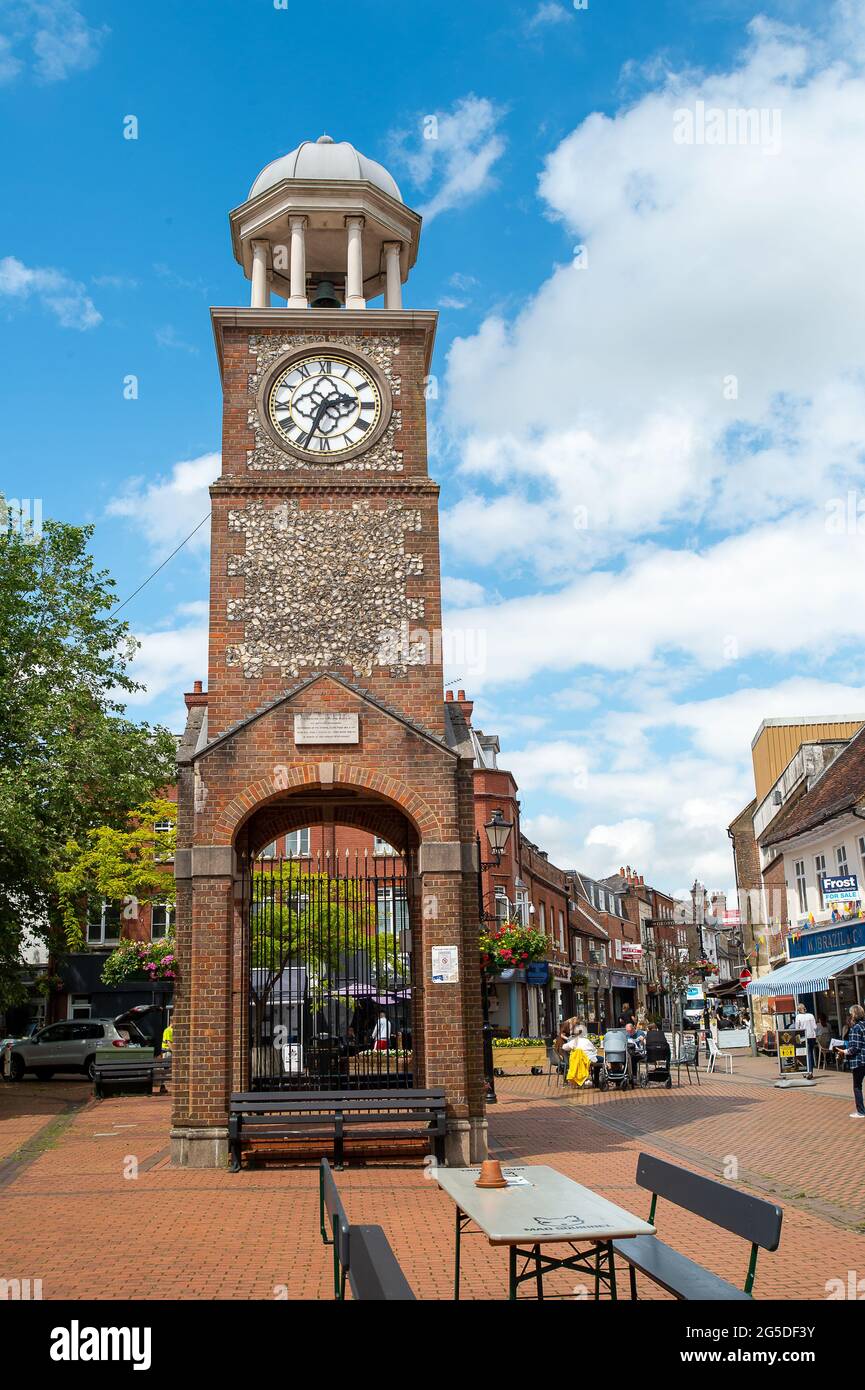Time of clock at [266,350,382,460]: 2:33
